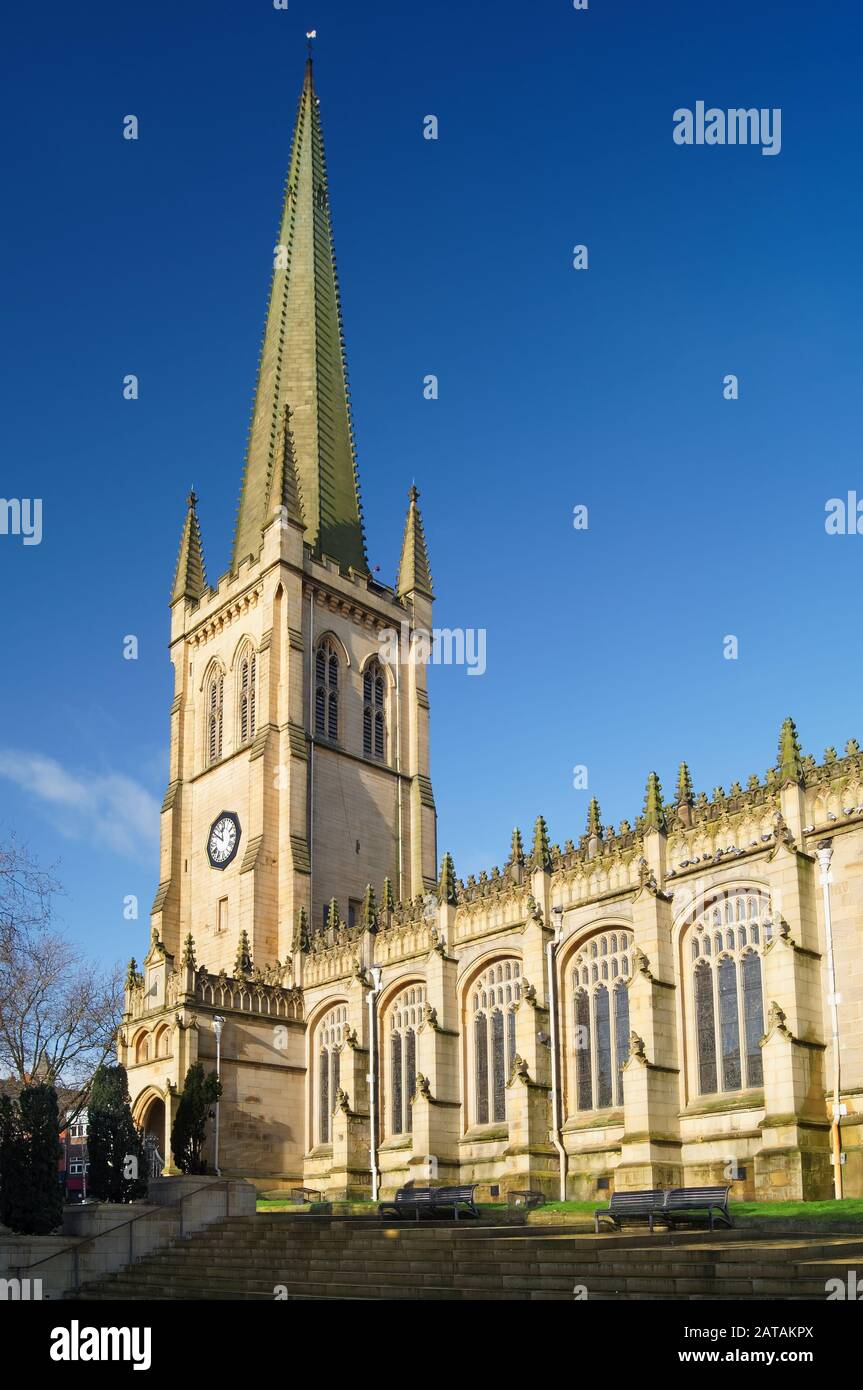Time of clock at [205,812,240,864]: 11:50
